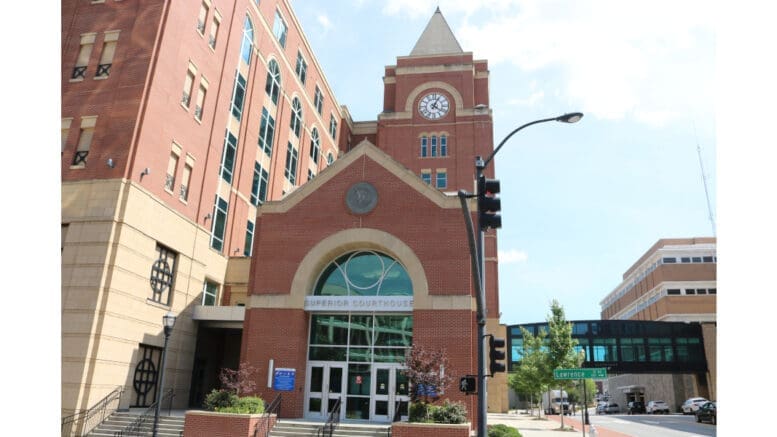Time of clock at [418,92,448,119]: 4:04
